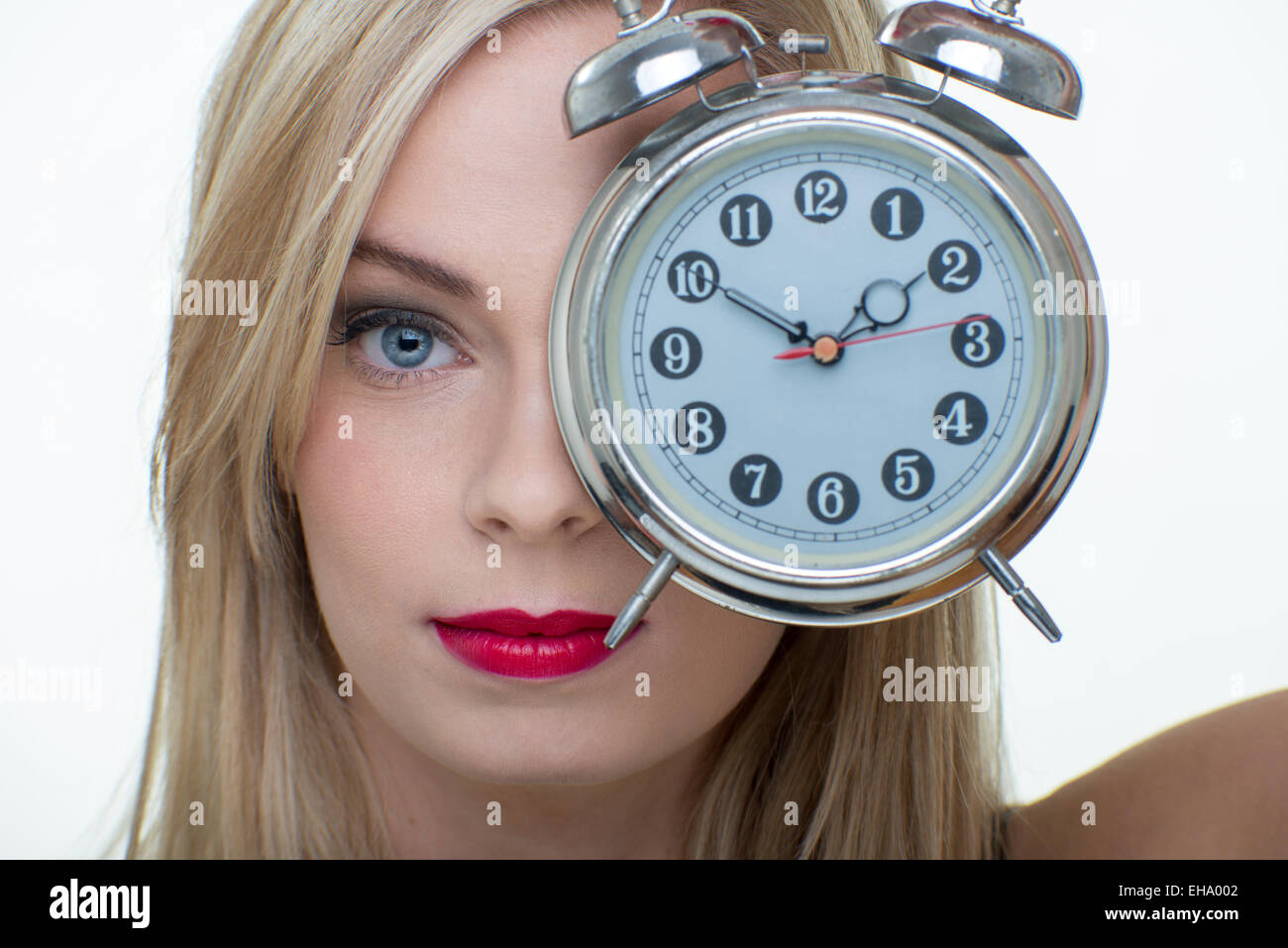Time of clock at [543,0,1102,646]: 1:50
